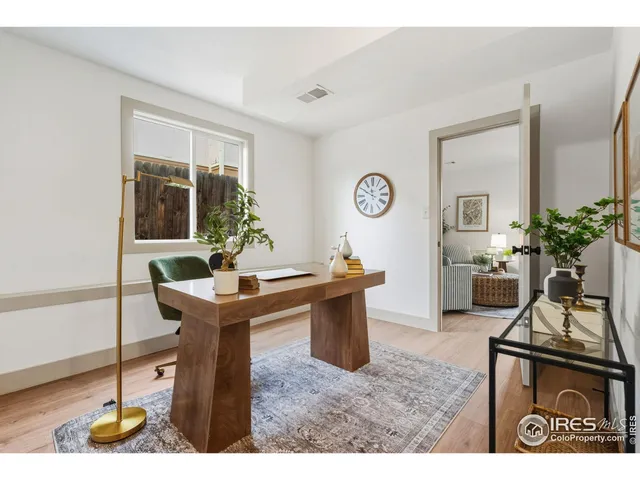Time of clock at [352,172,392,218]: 11:49
